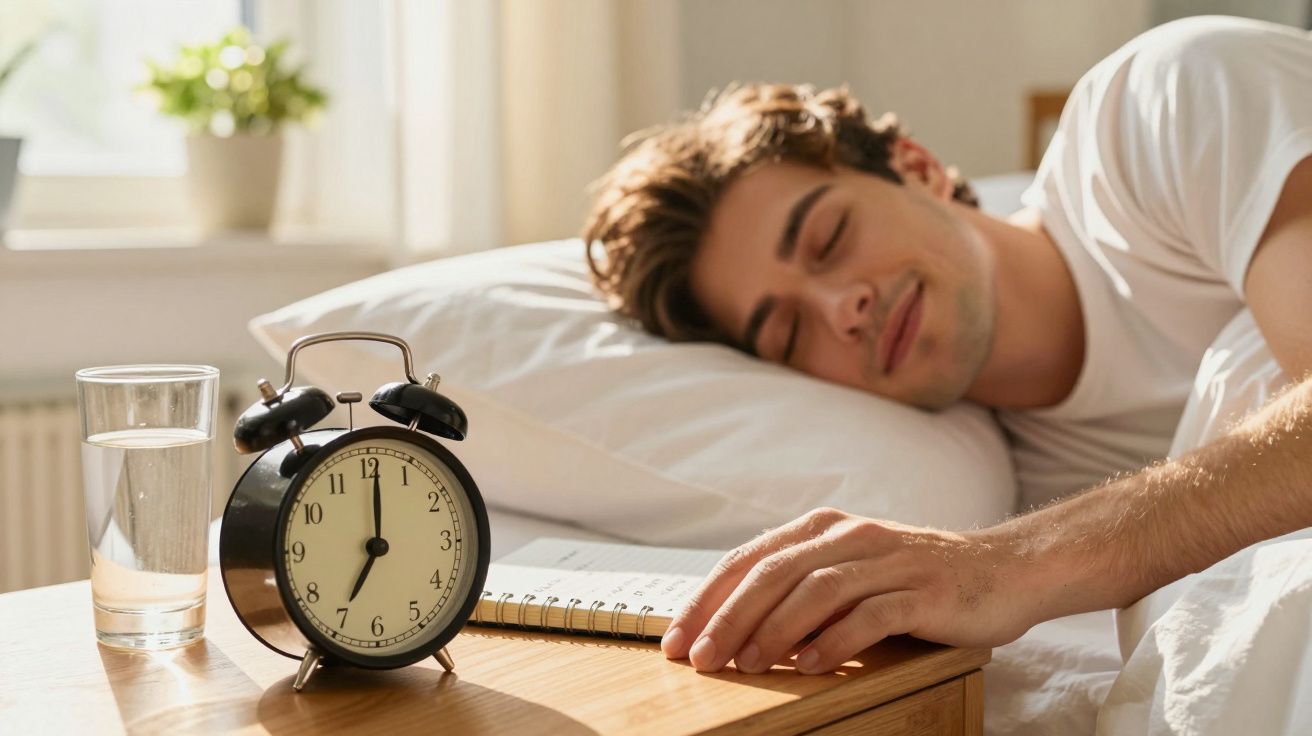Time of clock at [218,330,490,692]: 7:00
